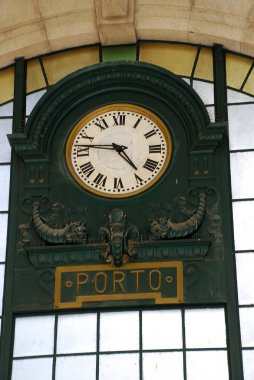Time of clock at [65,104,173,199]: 4:46
